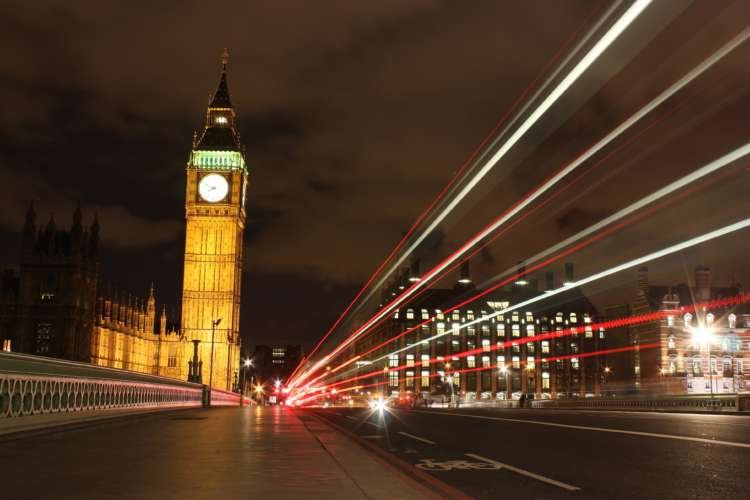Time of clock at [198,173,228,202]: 7:49
